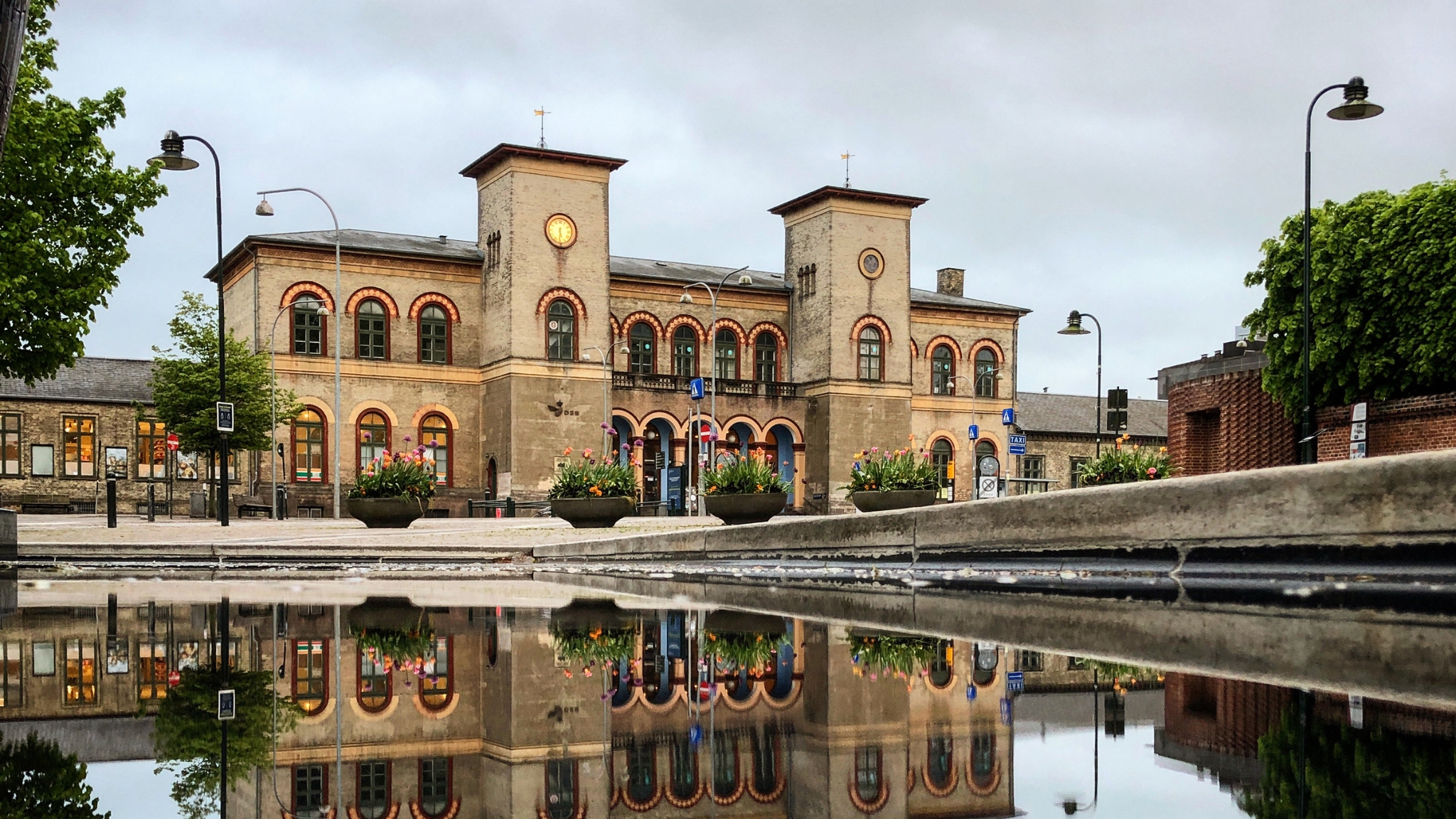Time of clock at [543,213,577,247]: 5:30
